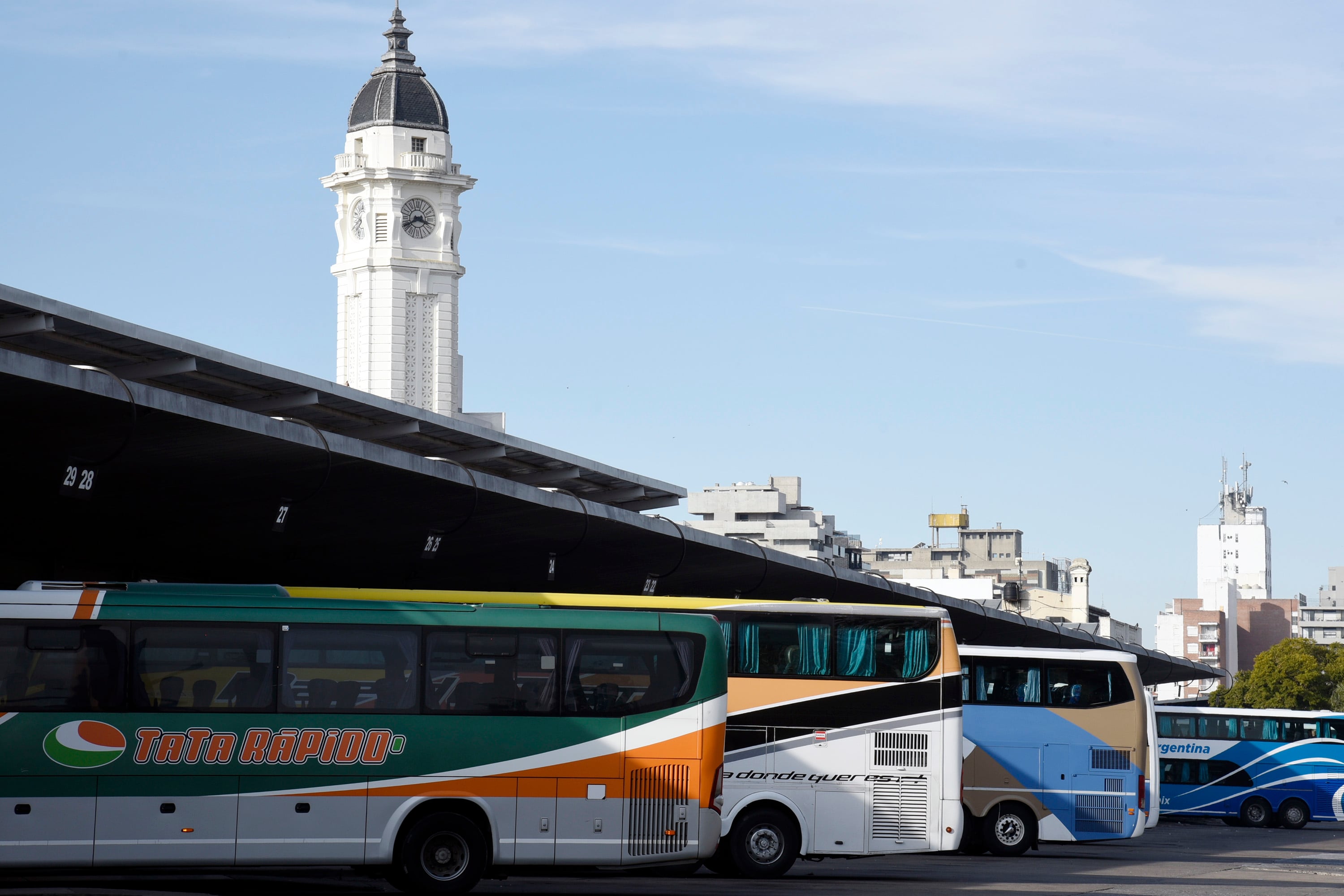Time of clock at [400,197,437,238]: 3:40
